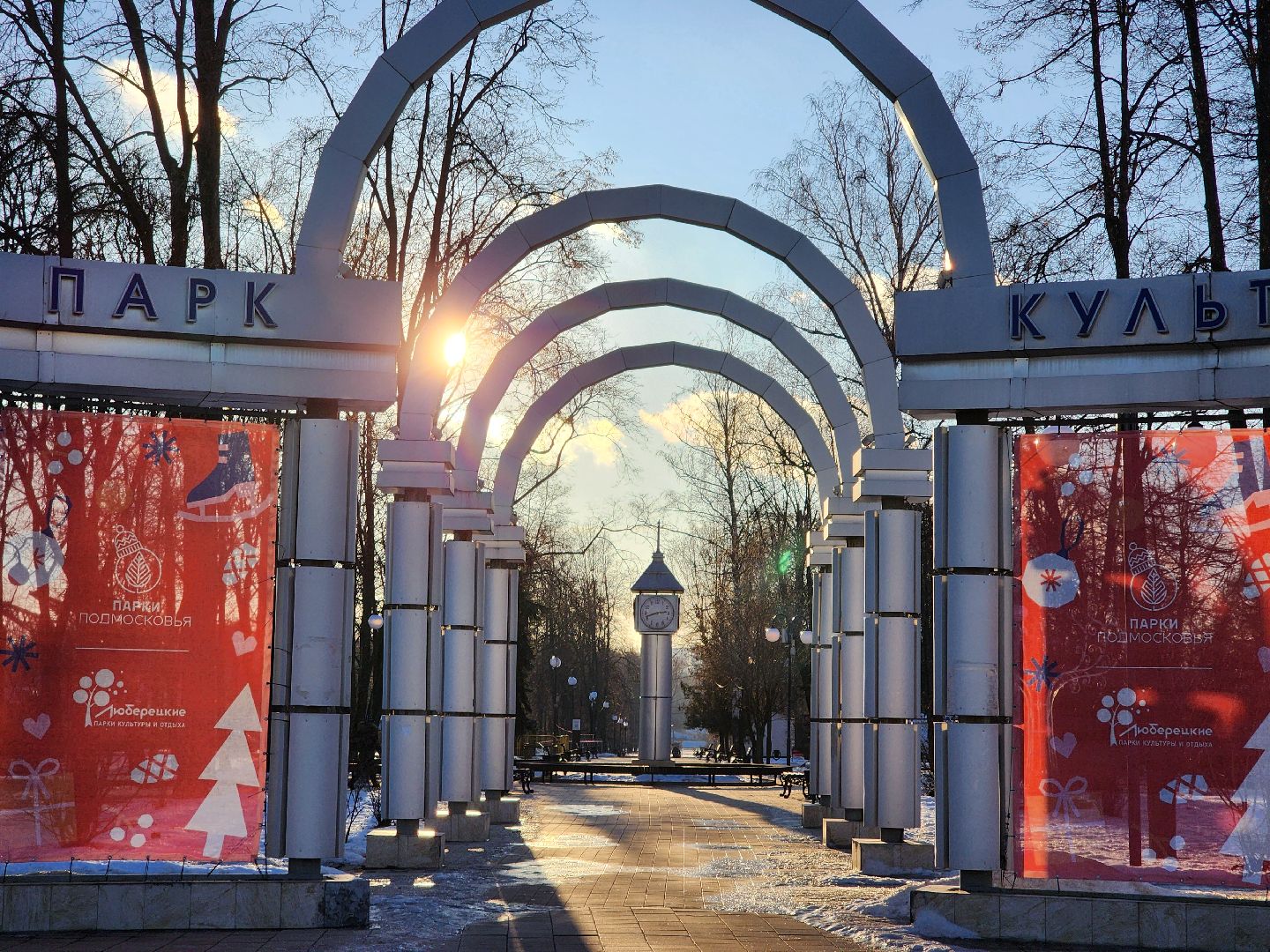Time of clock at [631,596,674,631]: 2:42
